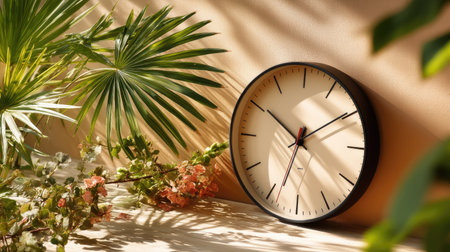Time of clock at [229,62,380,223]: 6:50
